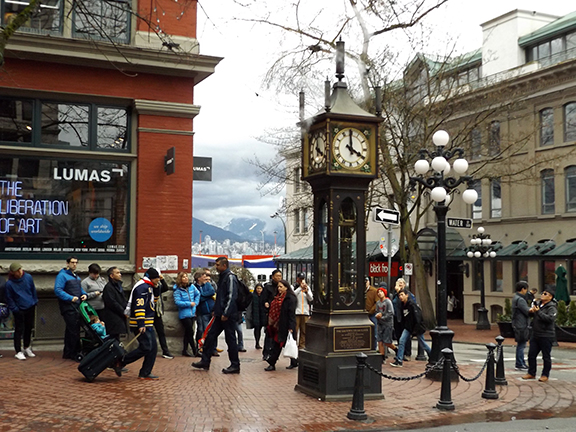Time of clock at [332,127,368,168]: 3:59
